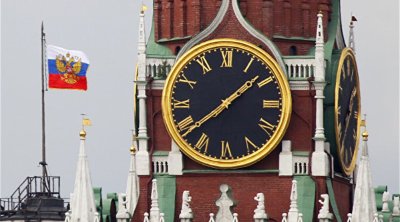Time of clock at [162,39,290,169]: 1:38
